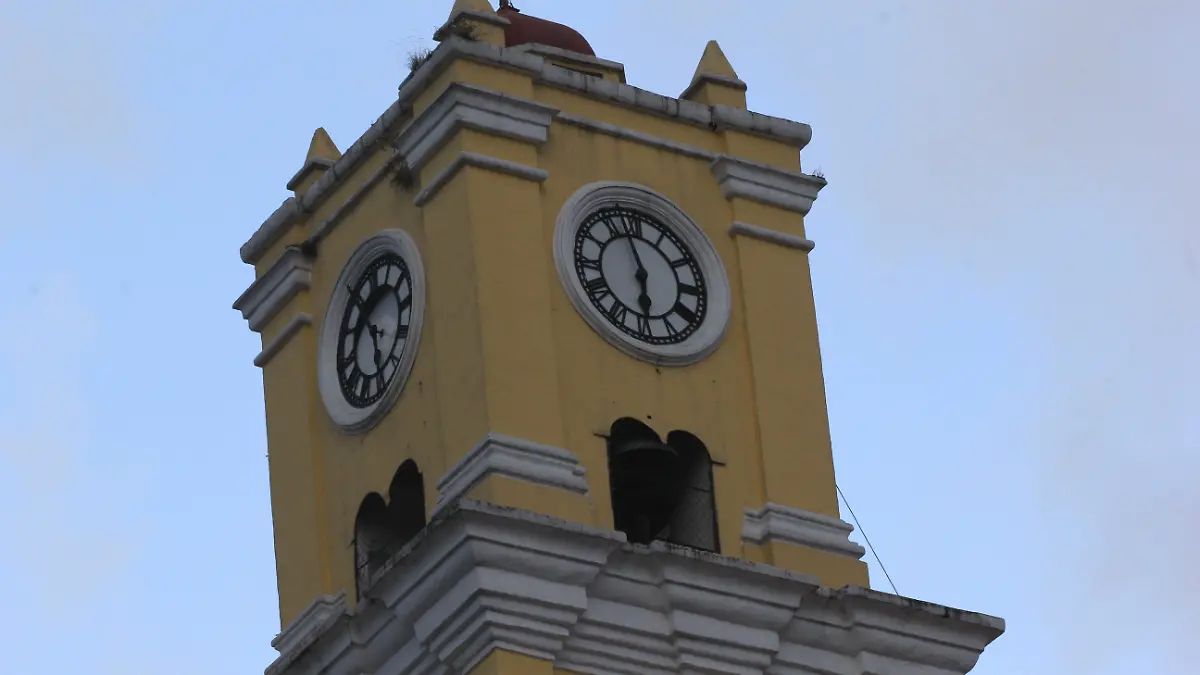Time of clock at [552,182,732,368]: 5:57
